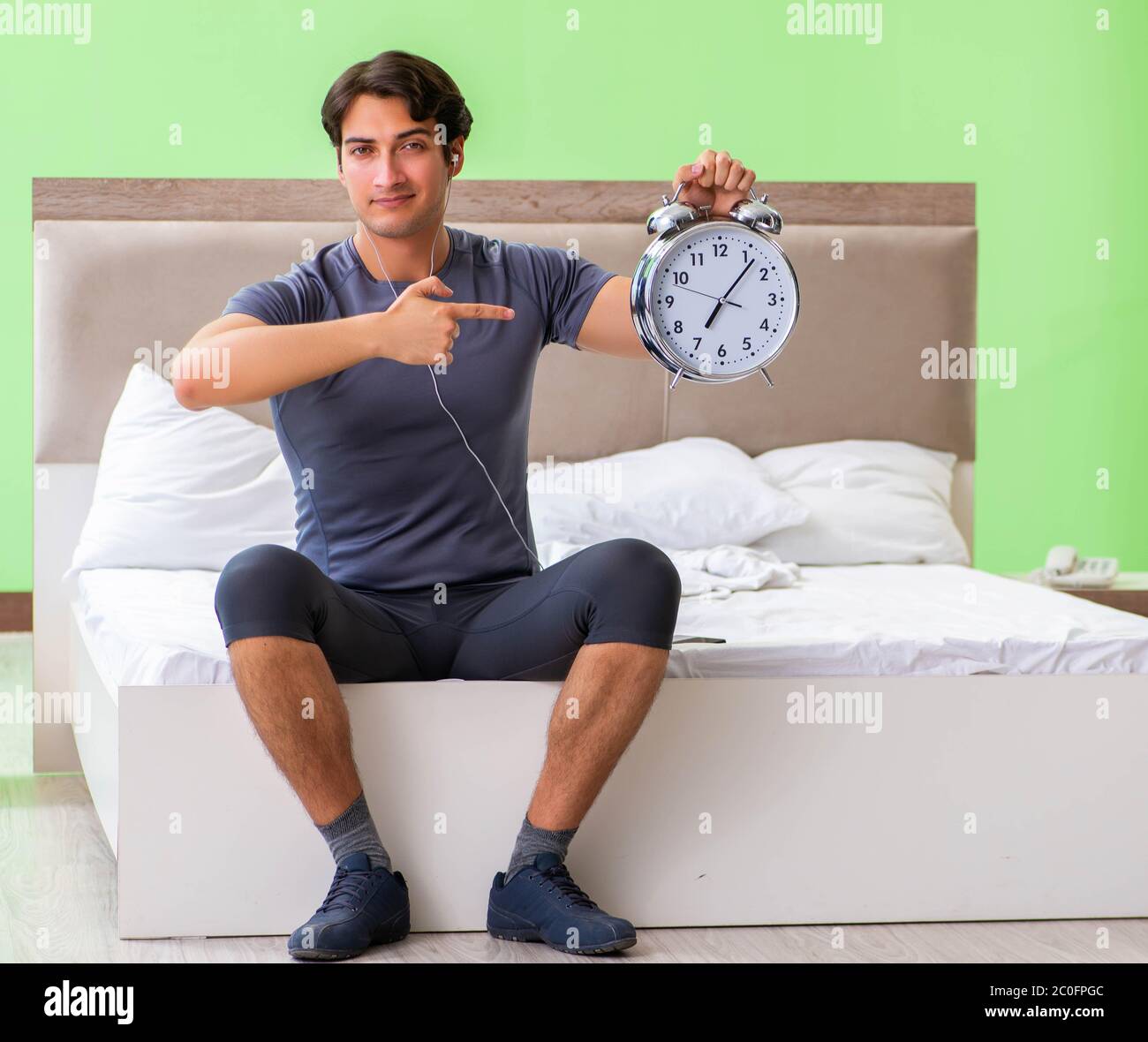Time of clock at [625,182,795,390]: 7:06
